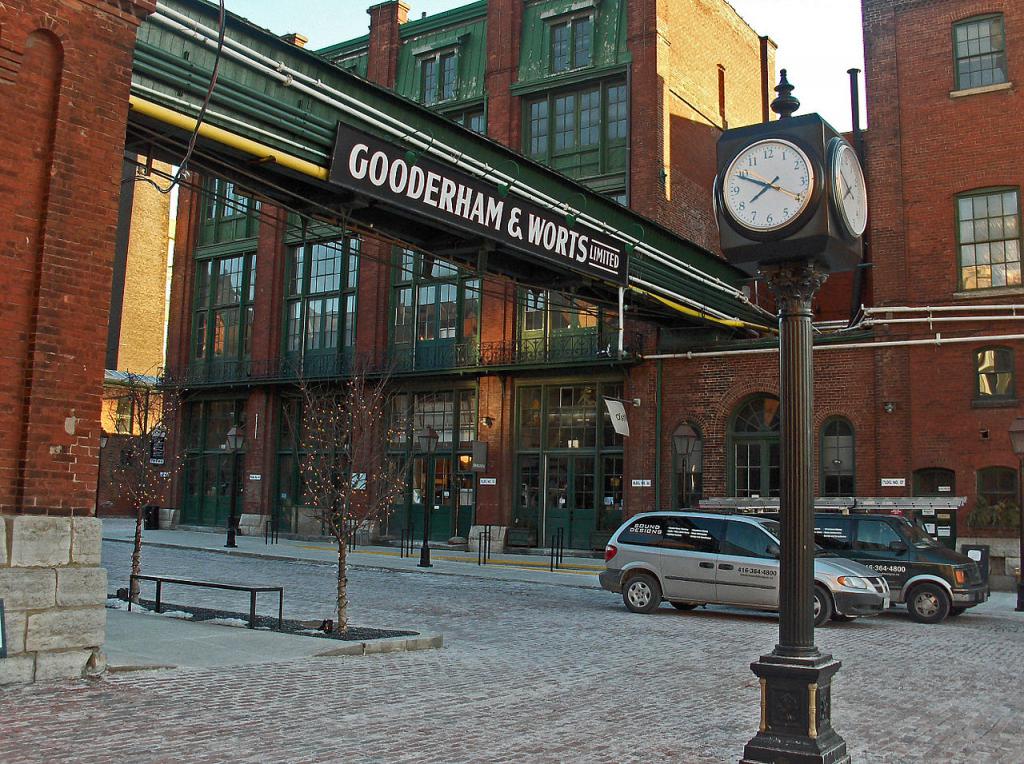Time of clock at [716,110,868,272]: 7:49
